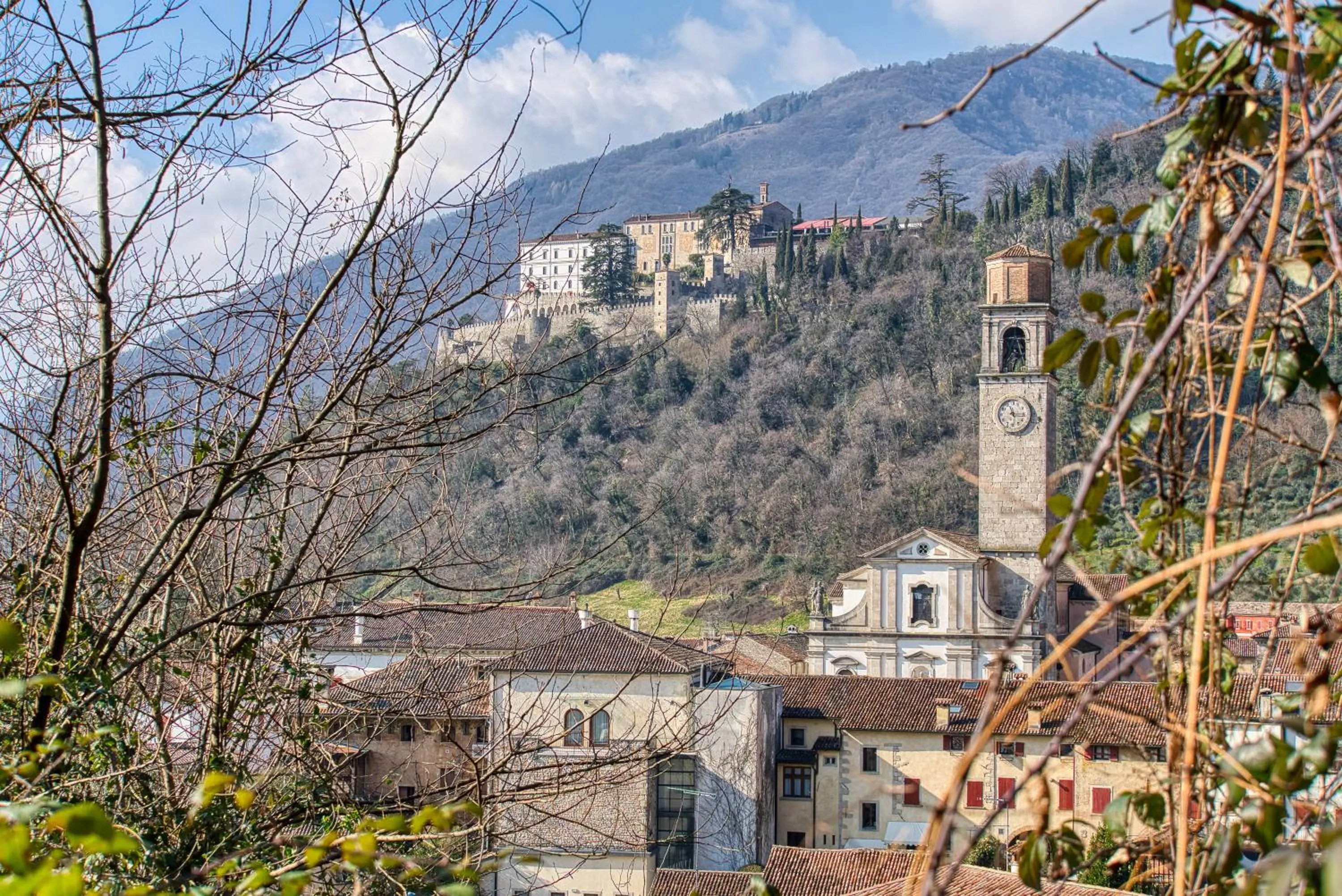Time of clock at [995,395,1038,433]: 11:15
